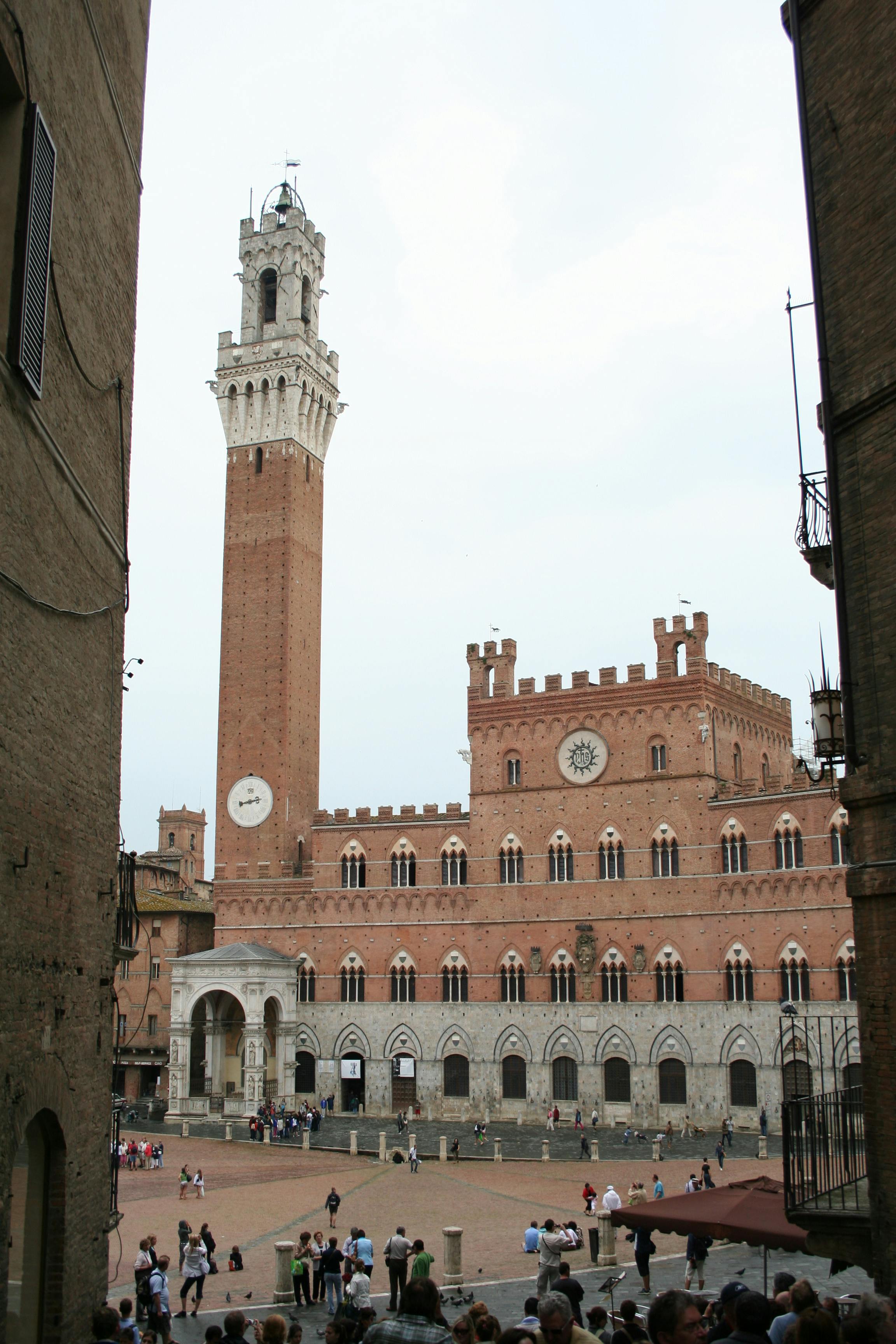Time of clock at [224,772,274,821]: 8:12
